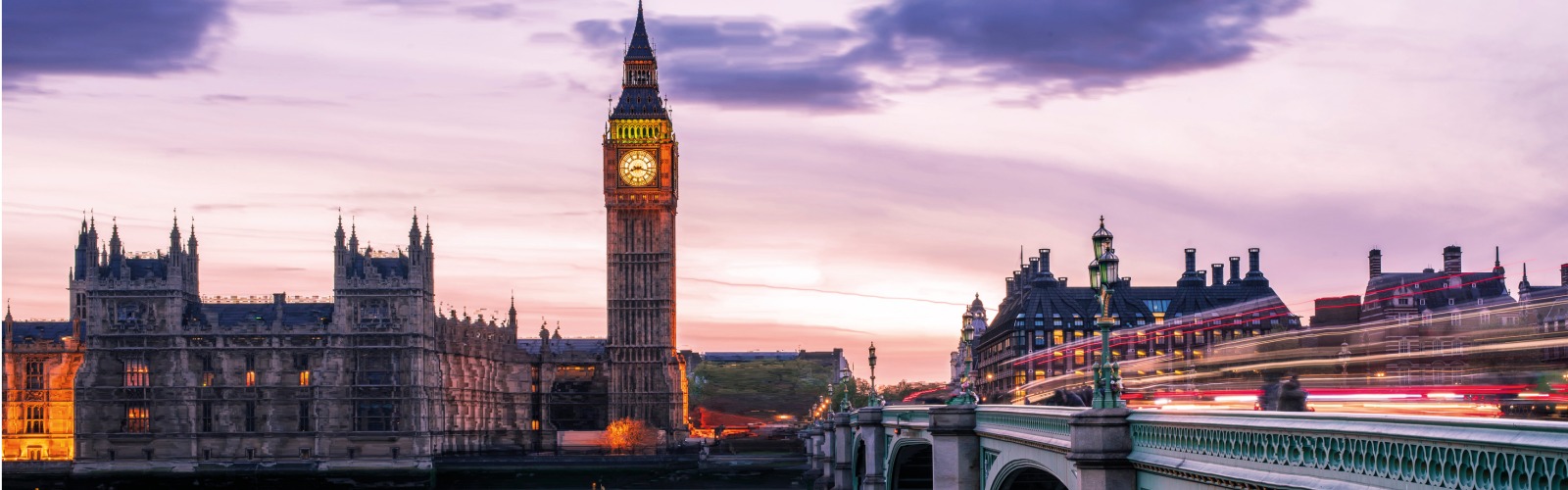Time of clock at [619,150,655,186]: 8:17
